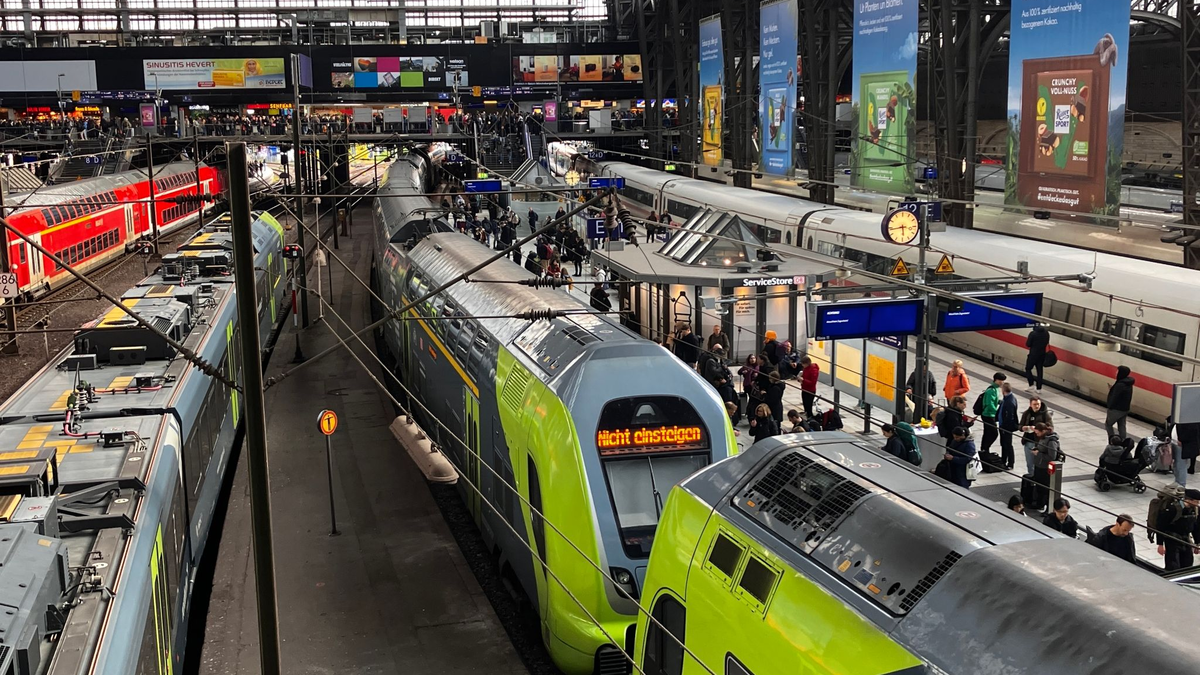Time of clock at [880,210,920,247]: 5:43
